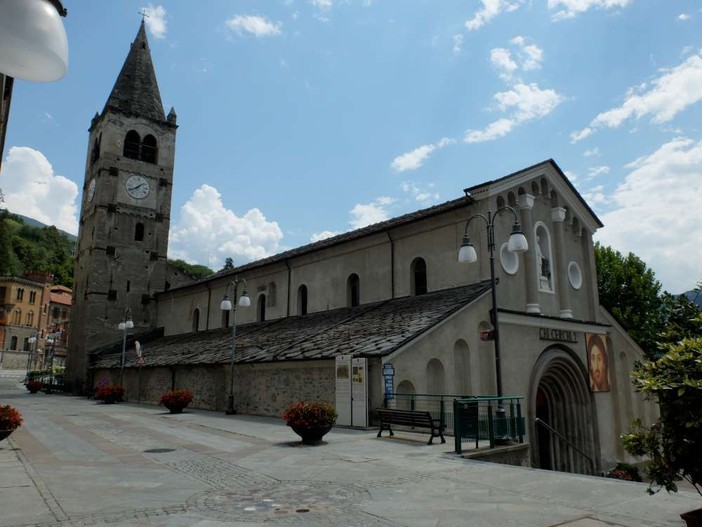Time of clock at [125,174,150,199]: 1:39
